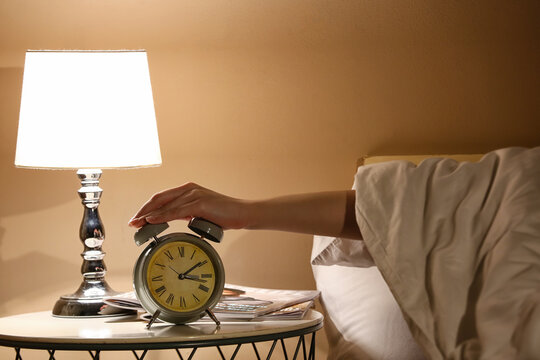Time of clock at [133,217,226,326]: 3:09
